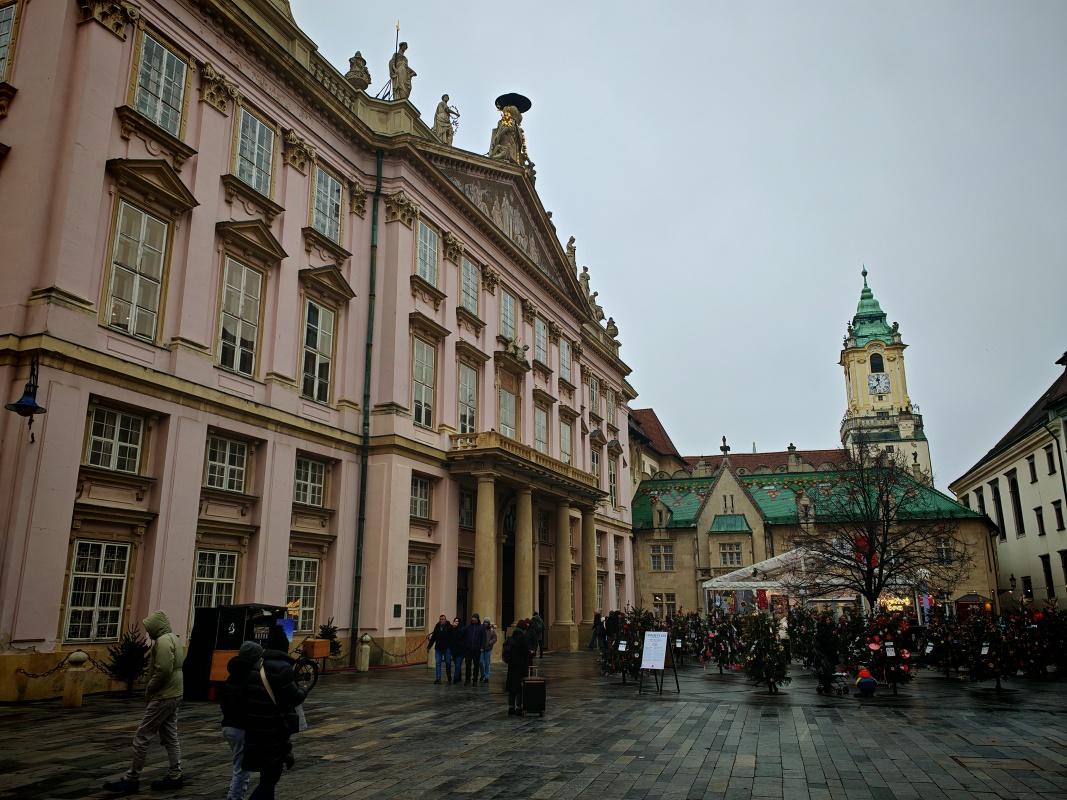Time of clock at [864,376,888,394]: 11:37
